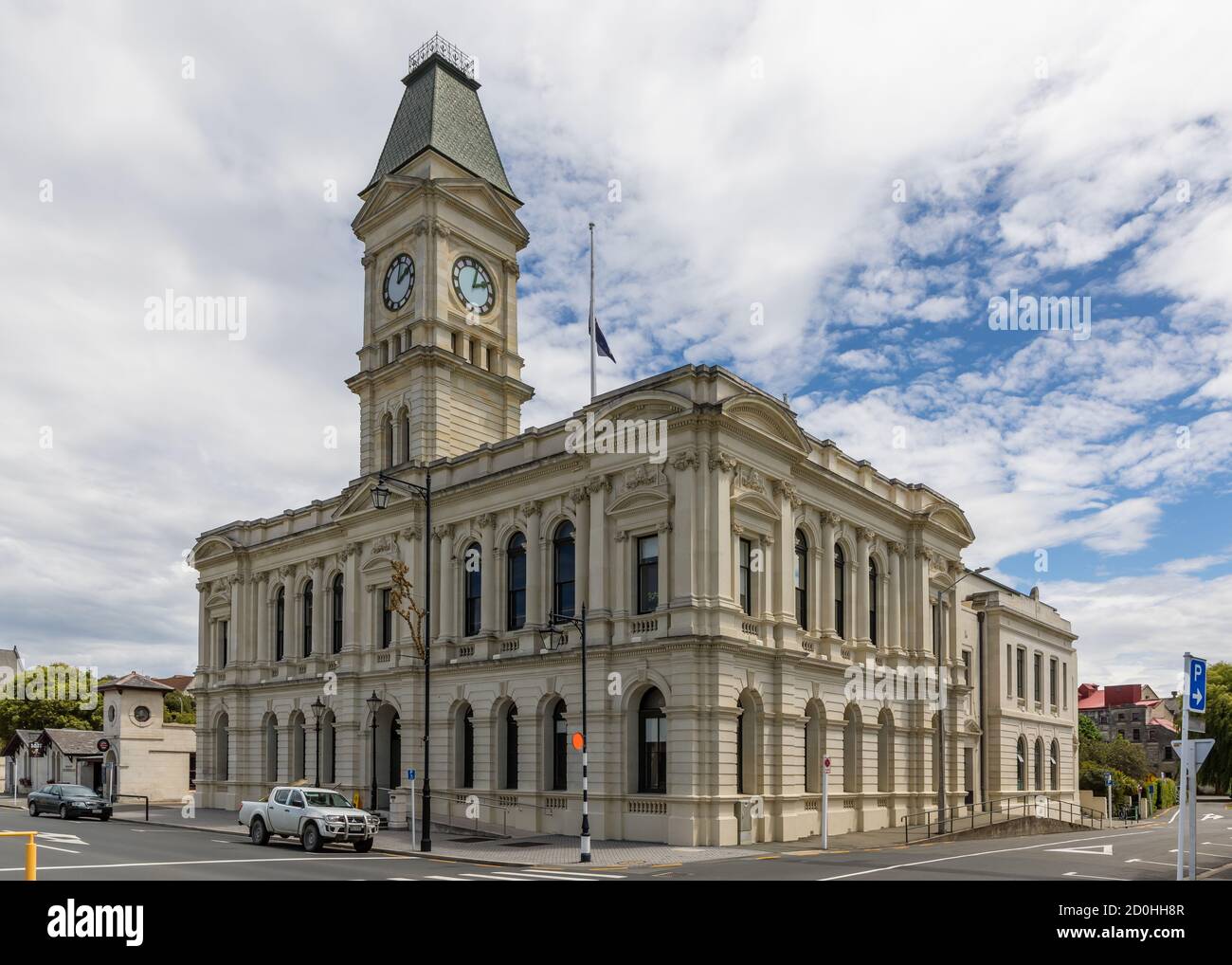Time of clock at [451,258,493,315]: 2:02
